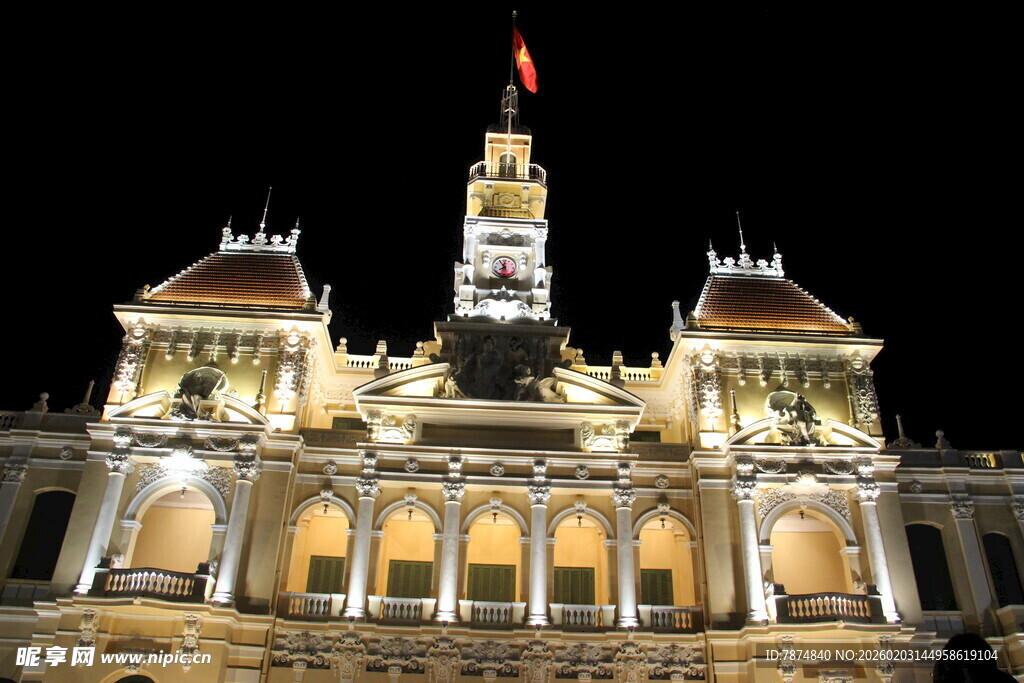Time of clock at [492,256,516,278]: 7:54
